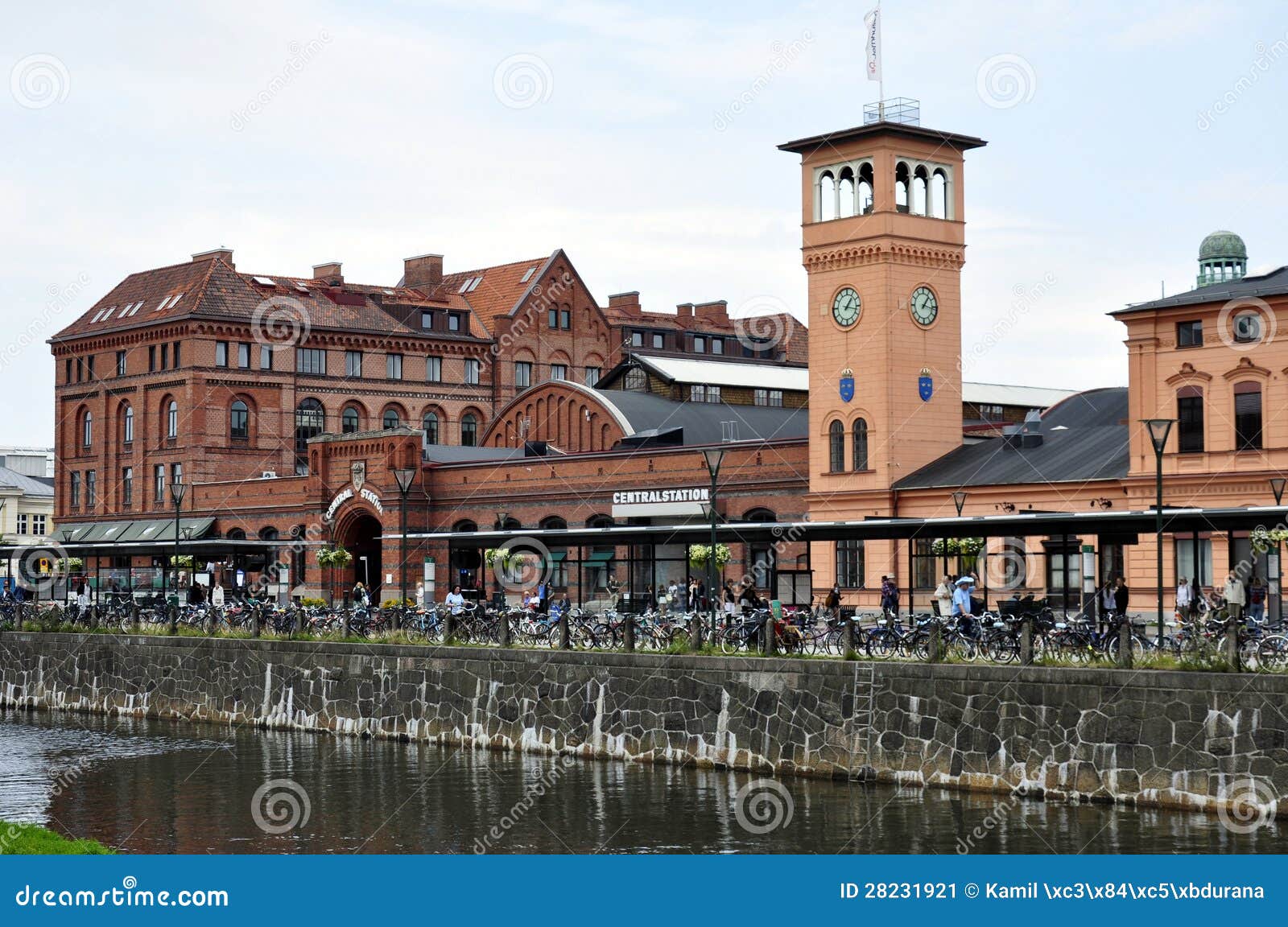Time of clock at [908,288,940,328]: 1:16
